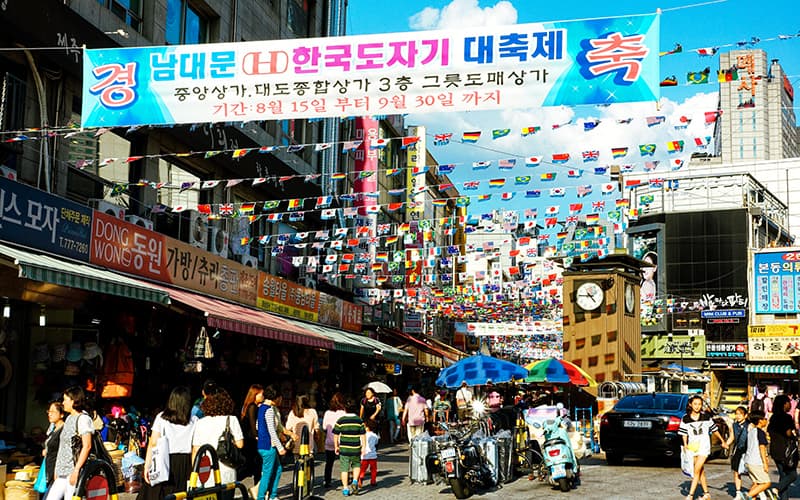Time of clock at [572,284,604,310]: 4:45
